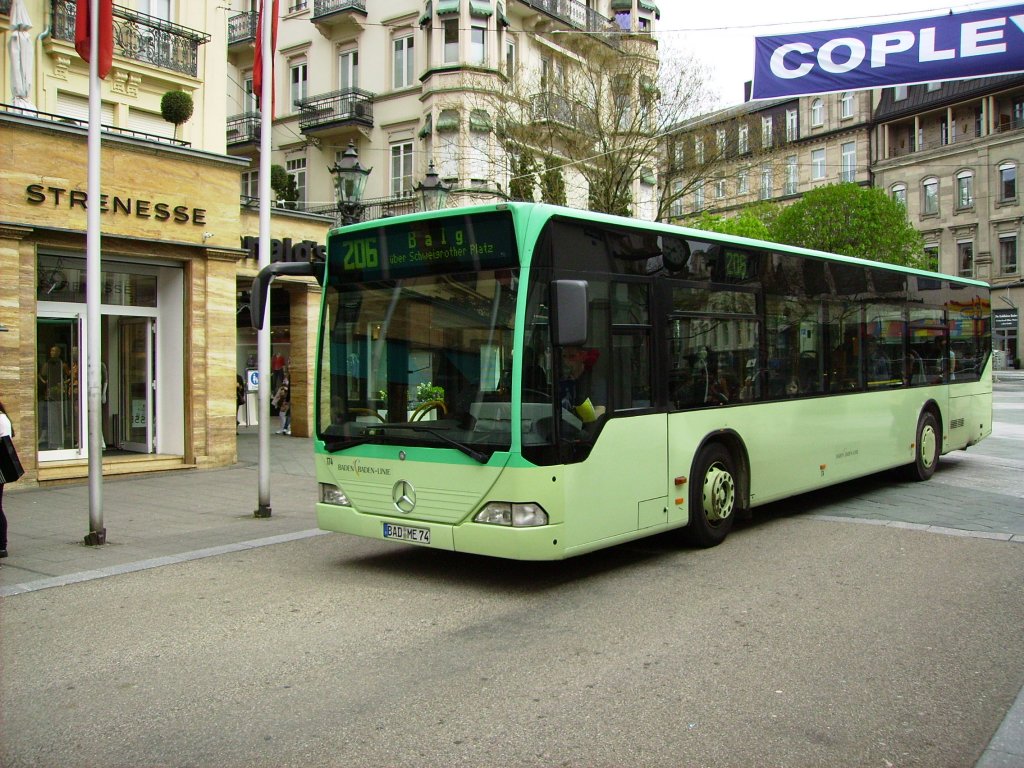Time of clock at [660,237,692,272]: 9:38
